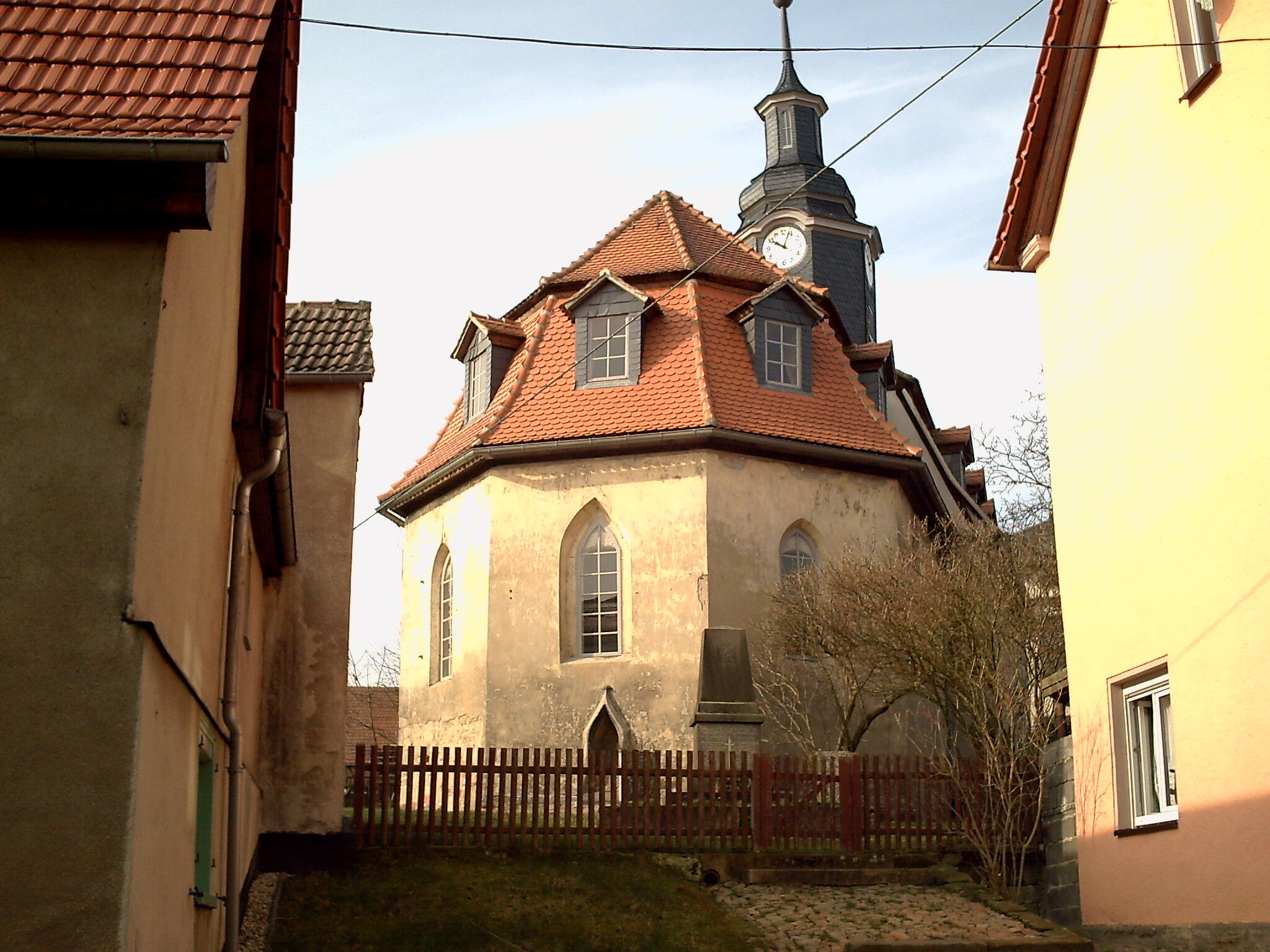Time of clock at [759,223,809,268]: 10:03
